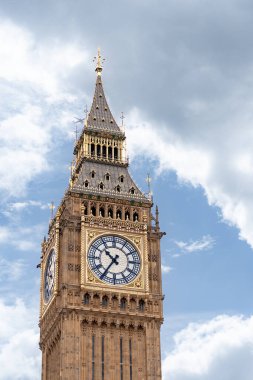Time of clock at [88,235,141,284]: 10:35
